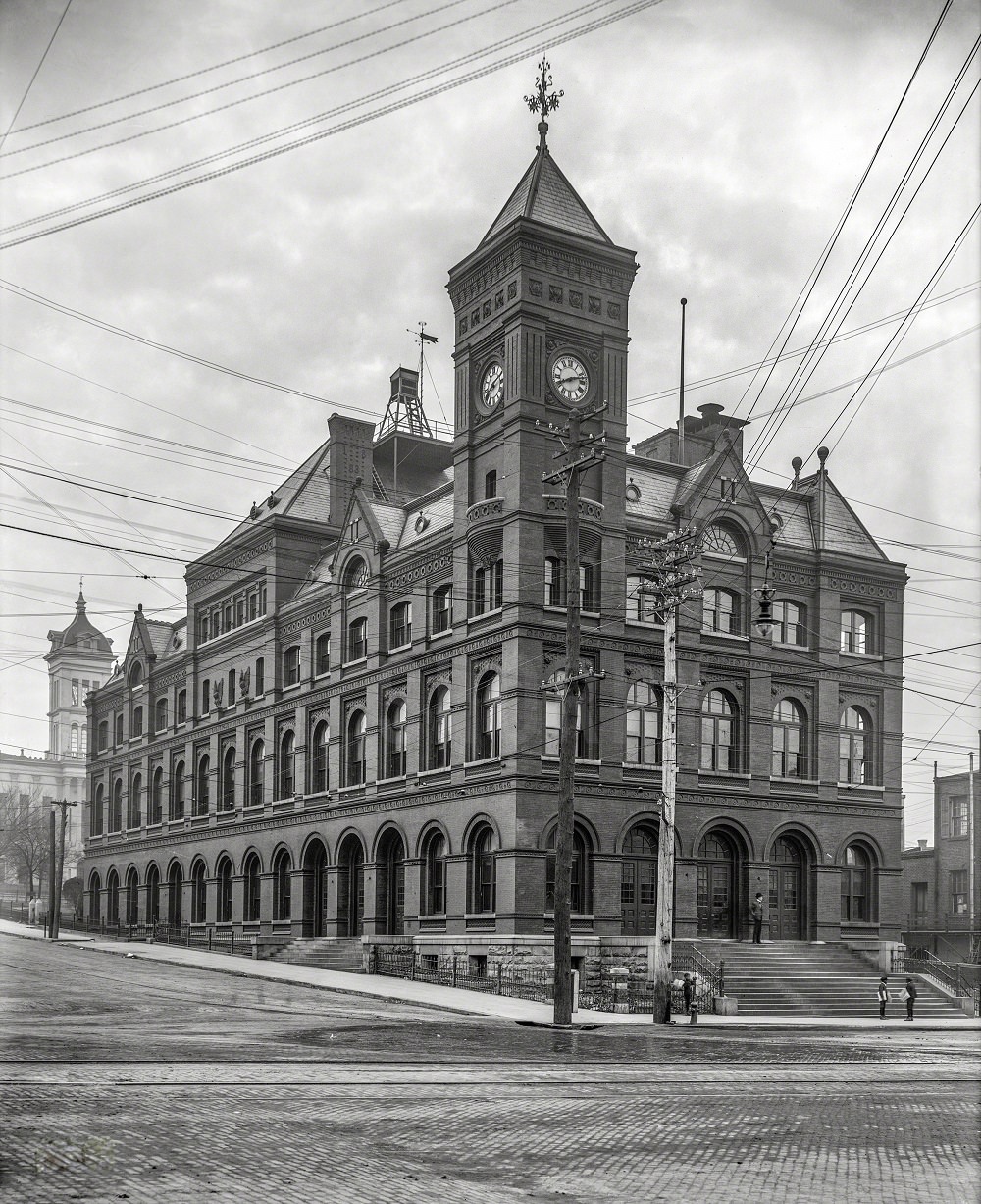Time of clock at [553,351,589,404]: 8:12
